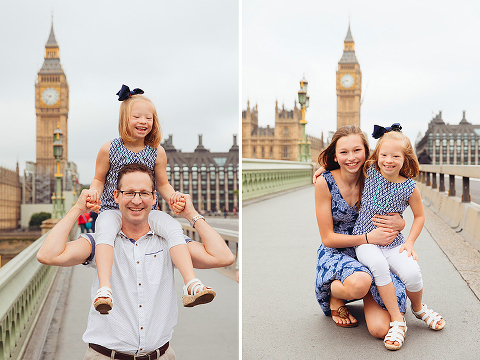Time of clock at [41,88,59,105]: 9:36
